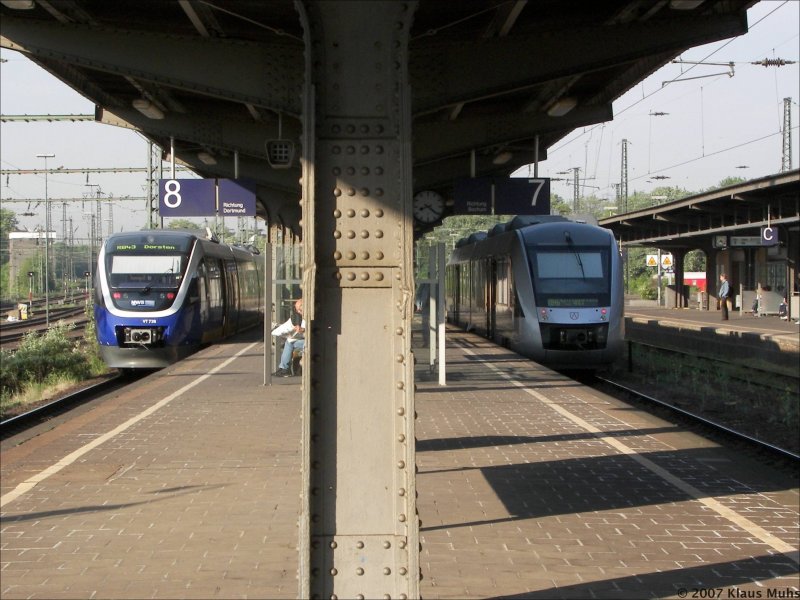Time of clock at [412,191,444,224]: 8:21
